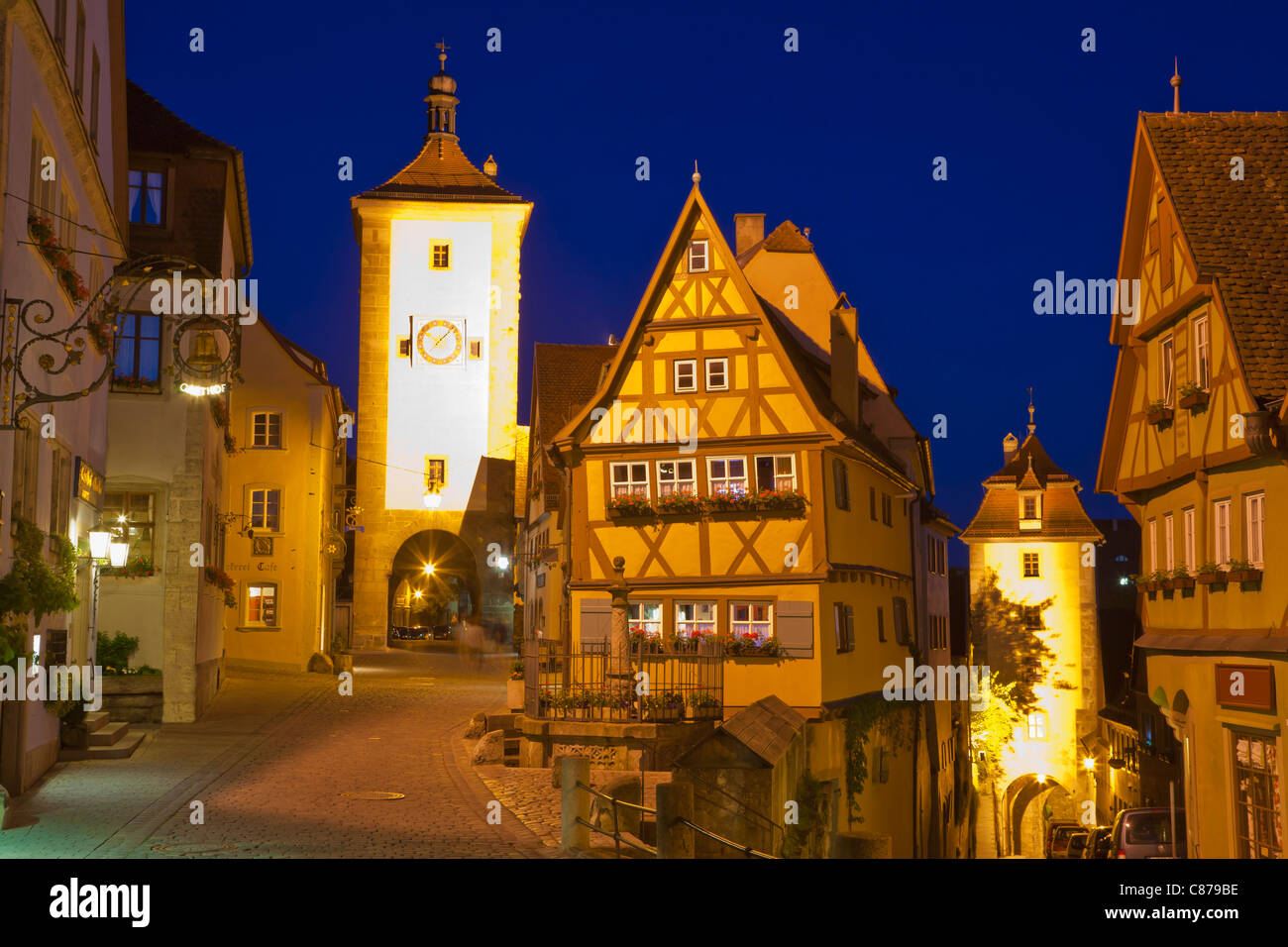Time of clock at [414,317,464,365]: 10:07
